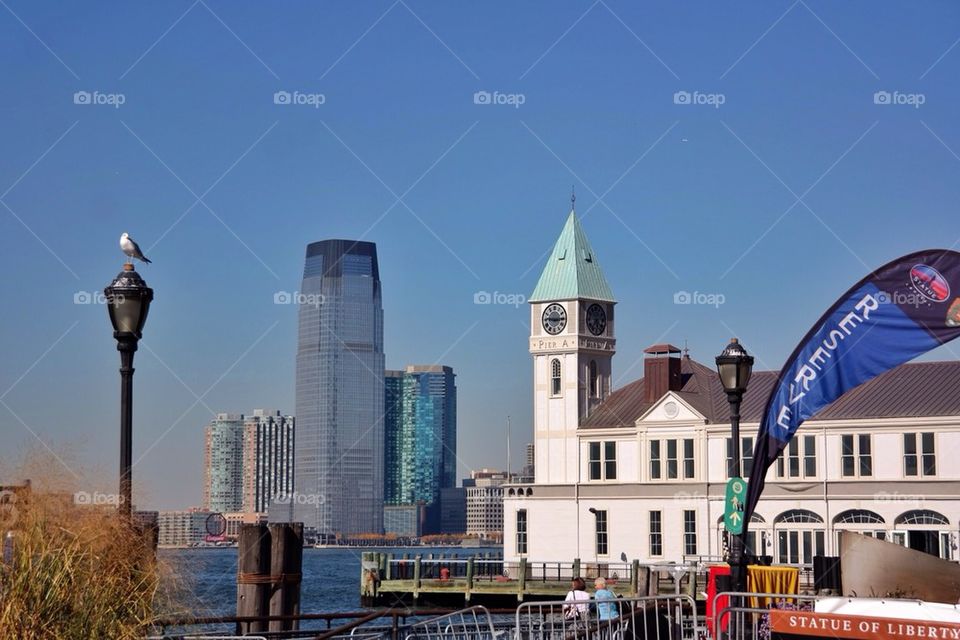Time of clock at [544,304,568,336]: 9:14
